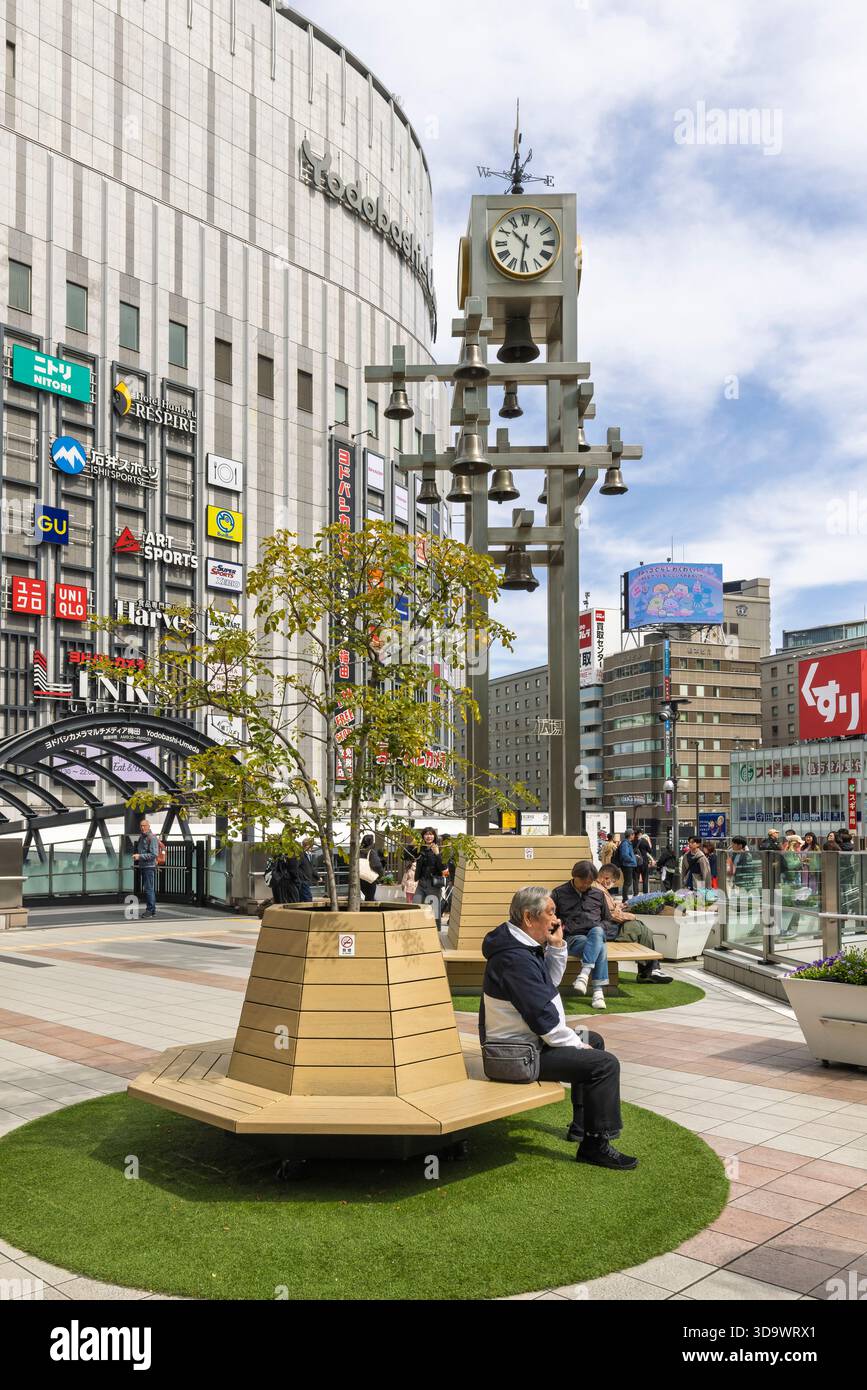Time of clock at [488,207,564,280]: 10:31
